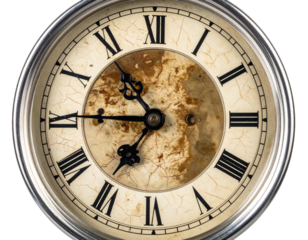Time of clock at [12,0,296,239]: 10:45
